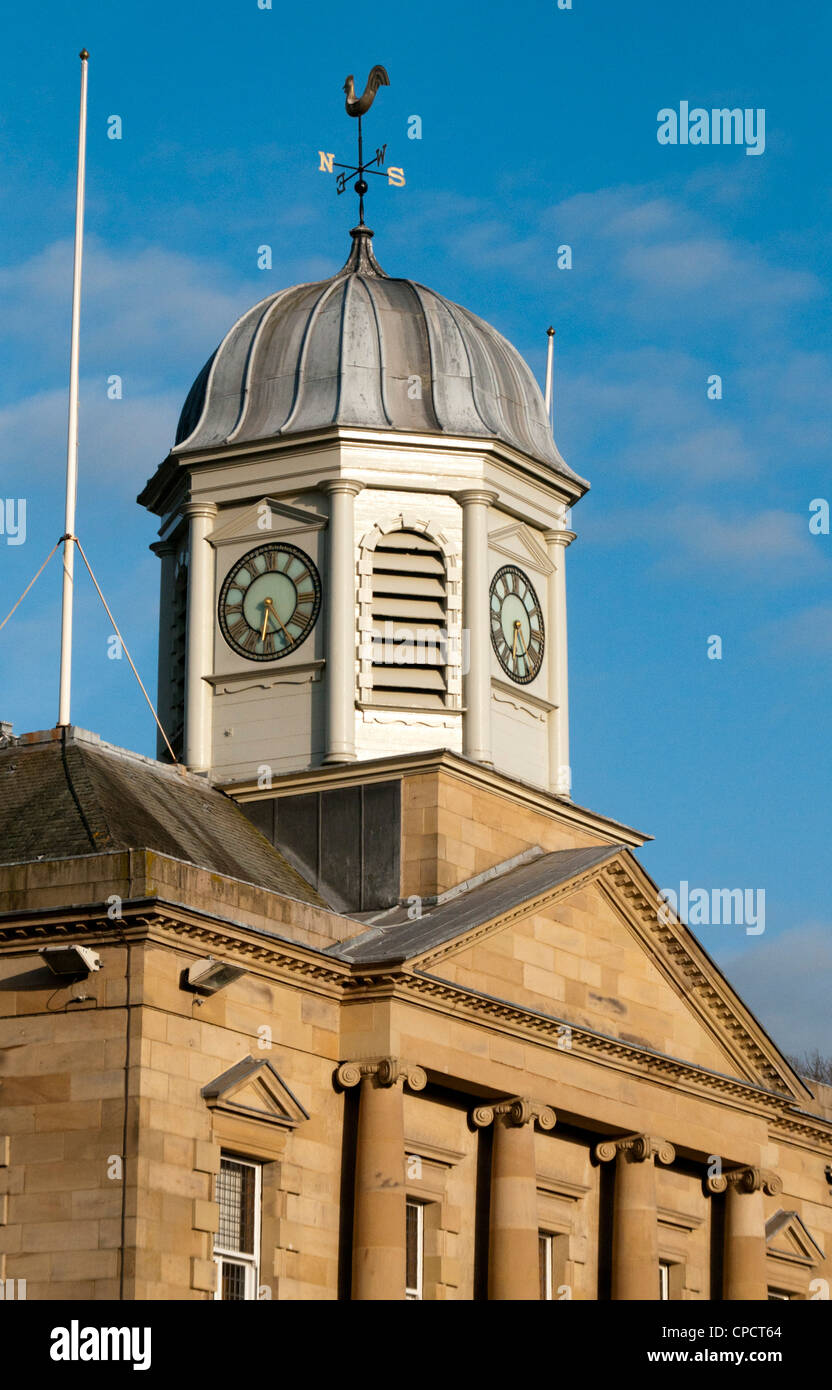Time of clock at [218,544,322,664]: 6:25
